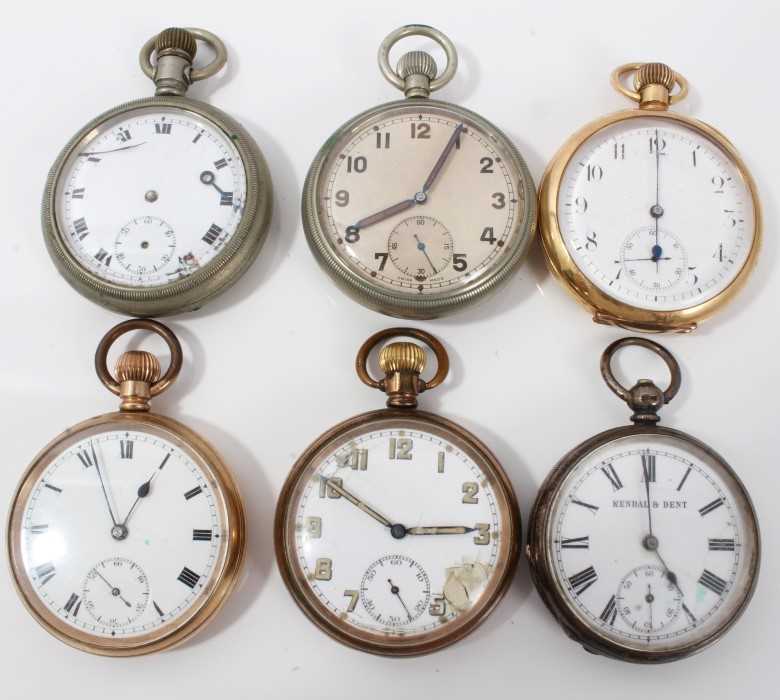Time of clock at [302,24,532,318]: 8:04
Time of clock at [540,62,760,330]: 6:00
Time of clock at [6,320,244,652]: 12:56
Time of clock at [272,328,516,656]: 2:50
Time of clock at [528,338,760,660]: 4:59
